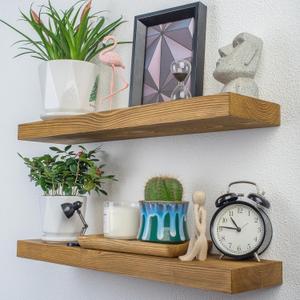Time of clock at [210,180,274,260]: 10:46
